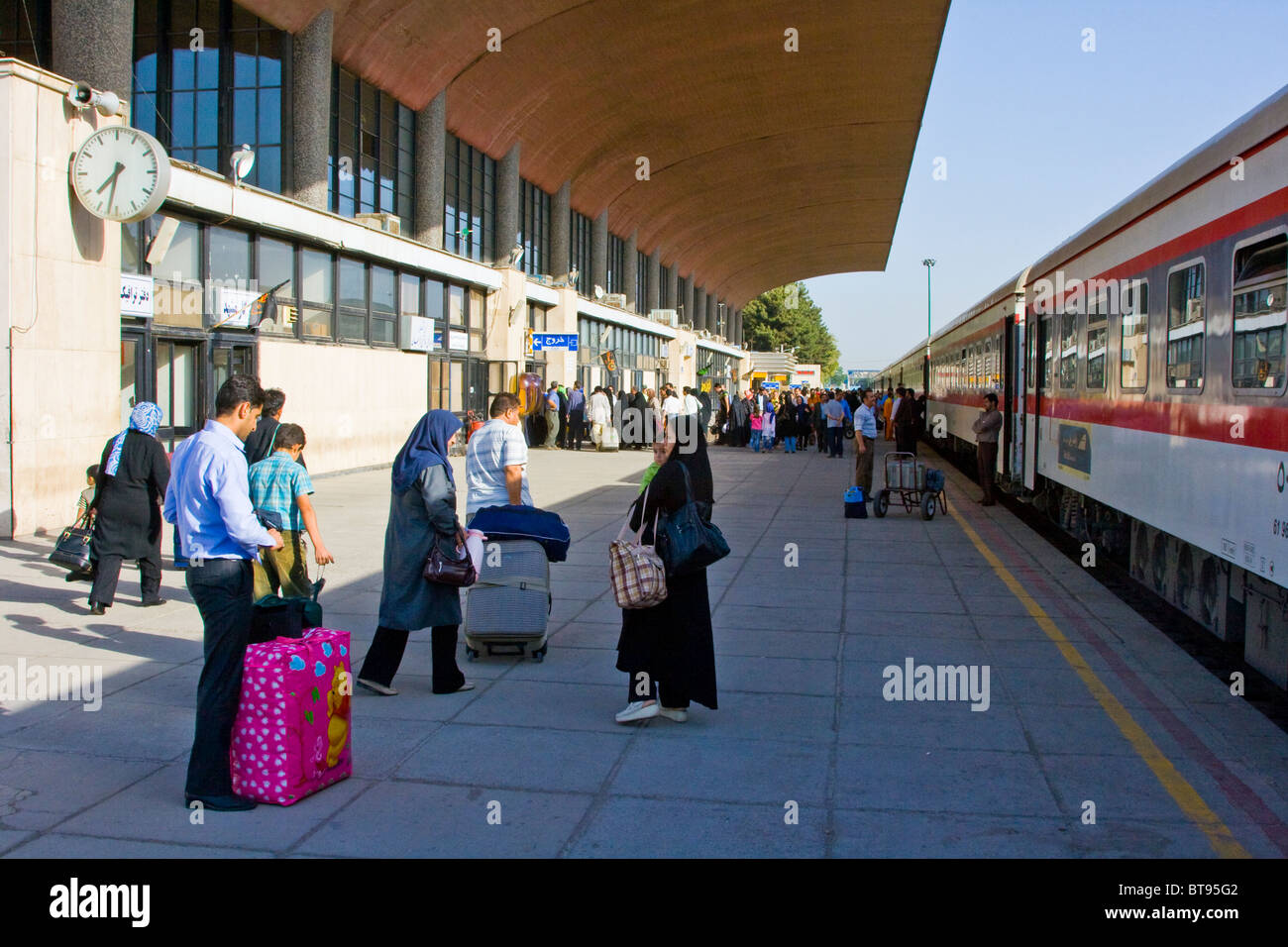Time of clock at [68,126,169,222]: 7:32
